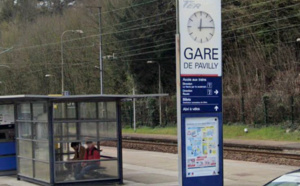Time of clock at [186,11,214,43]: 12:14
